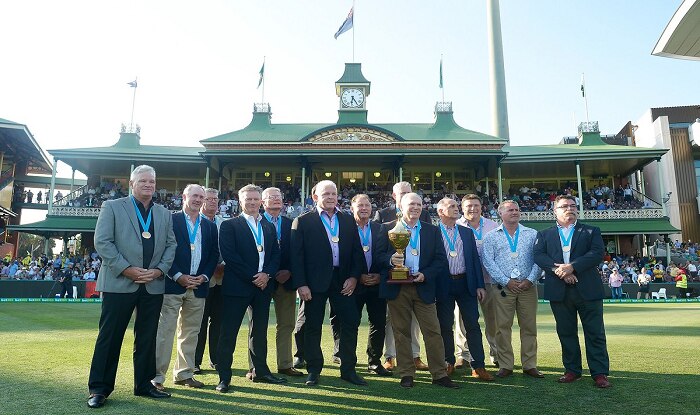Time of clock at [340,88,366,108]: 6:24
